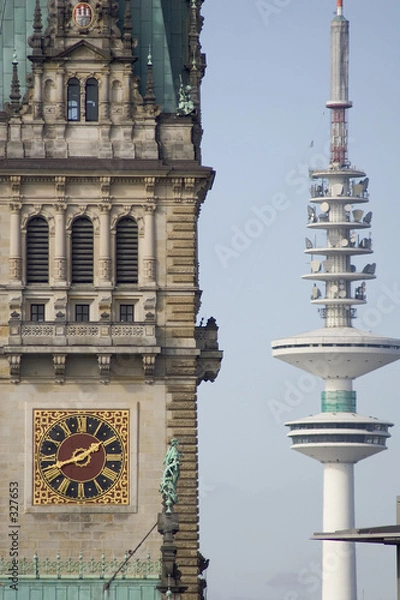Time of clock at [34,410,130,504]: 1:42
